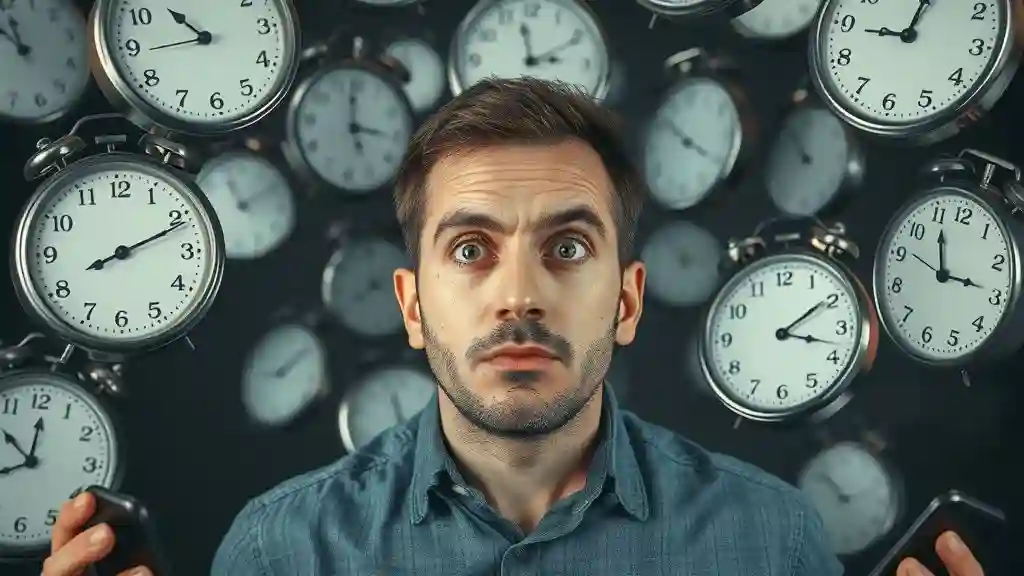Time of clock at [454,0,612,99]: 2:58
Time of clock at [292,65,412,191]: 2:59
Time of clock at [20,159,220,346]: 8:11
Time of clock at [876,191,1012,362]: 2:55
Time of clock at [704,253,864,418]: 3:09
